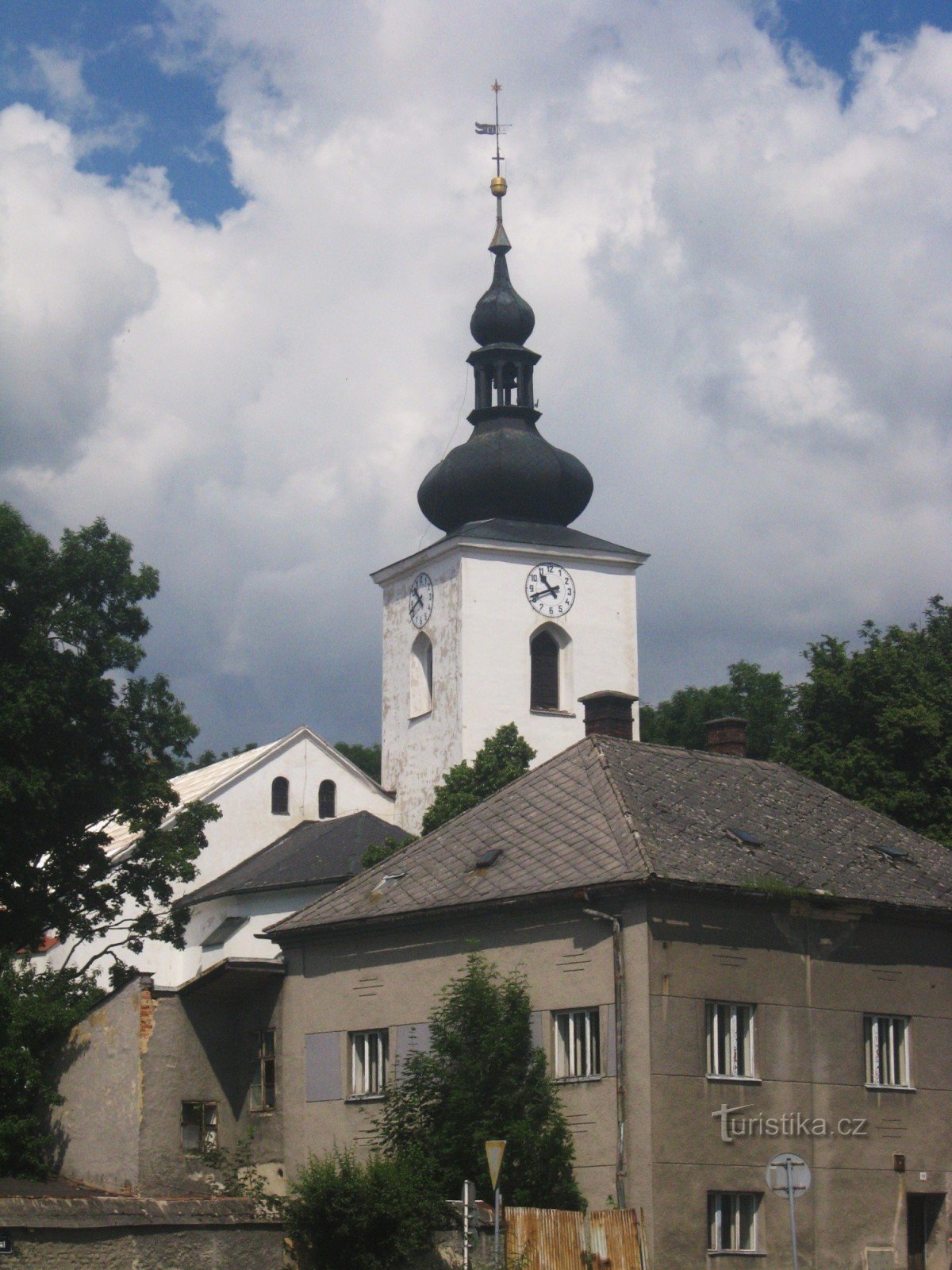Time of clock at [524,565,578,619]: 10:41
